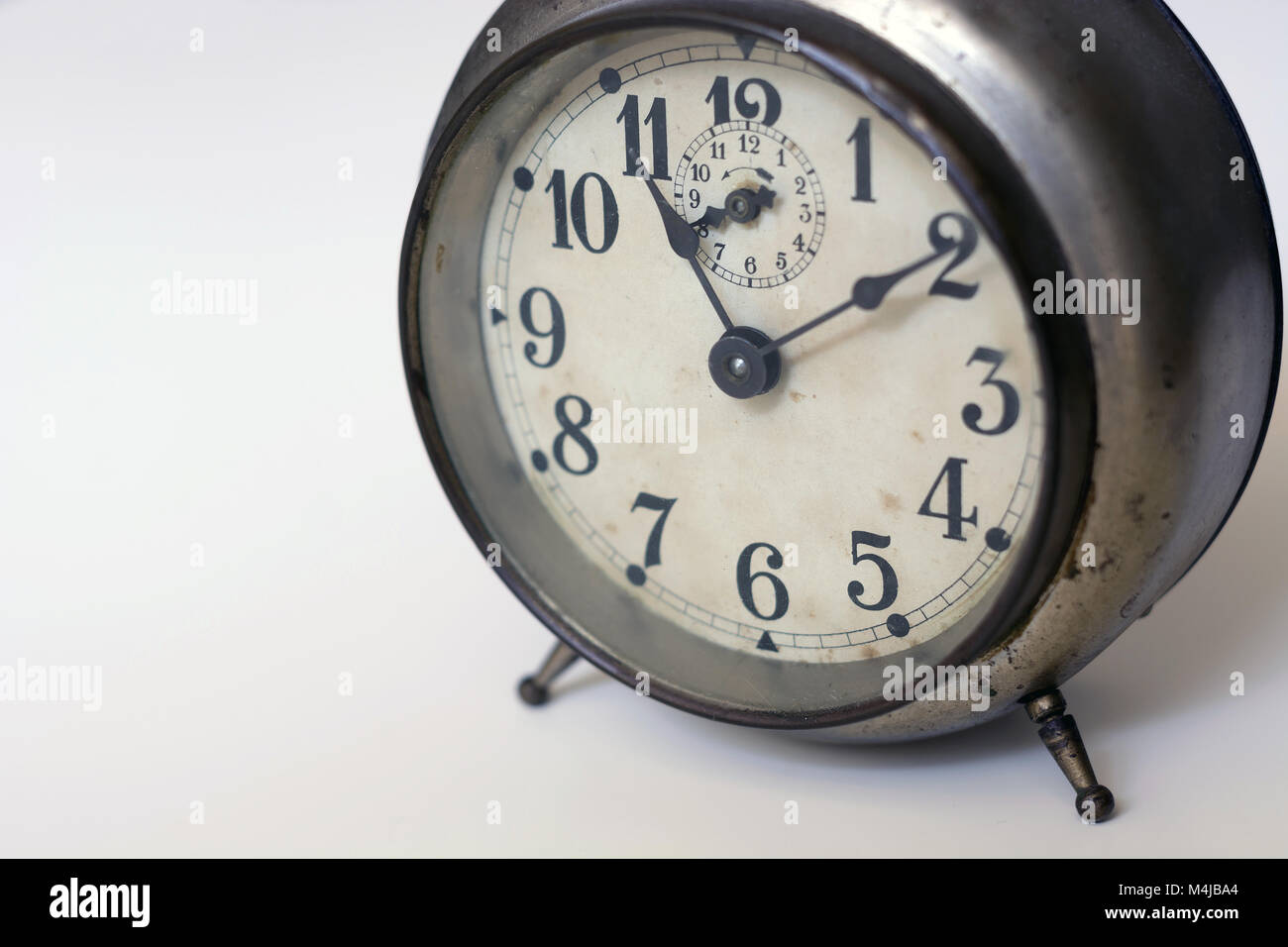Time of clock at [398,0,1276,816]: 11:09
